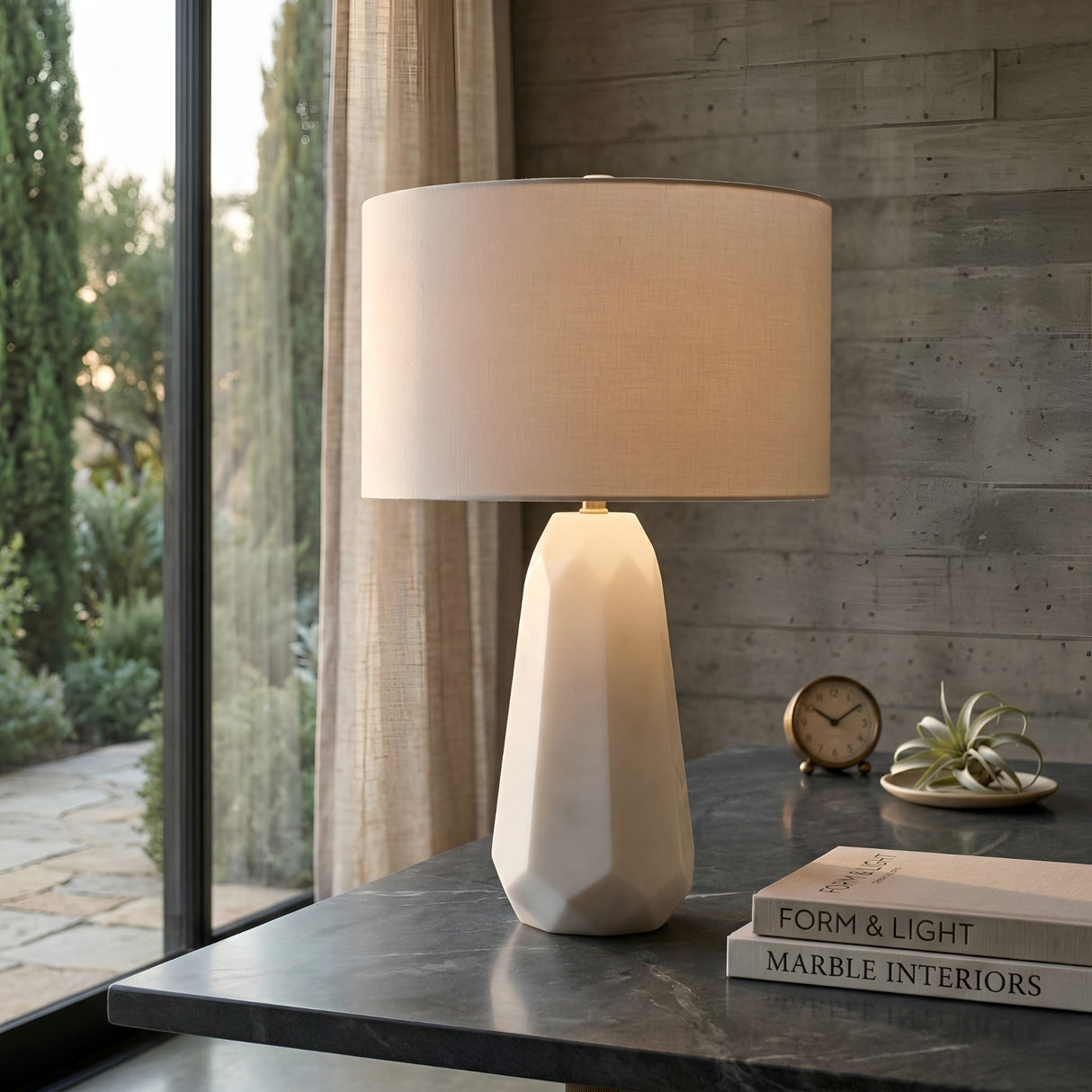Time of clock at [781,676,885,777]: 10:09
